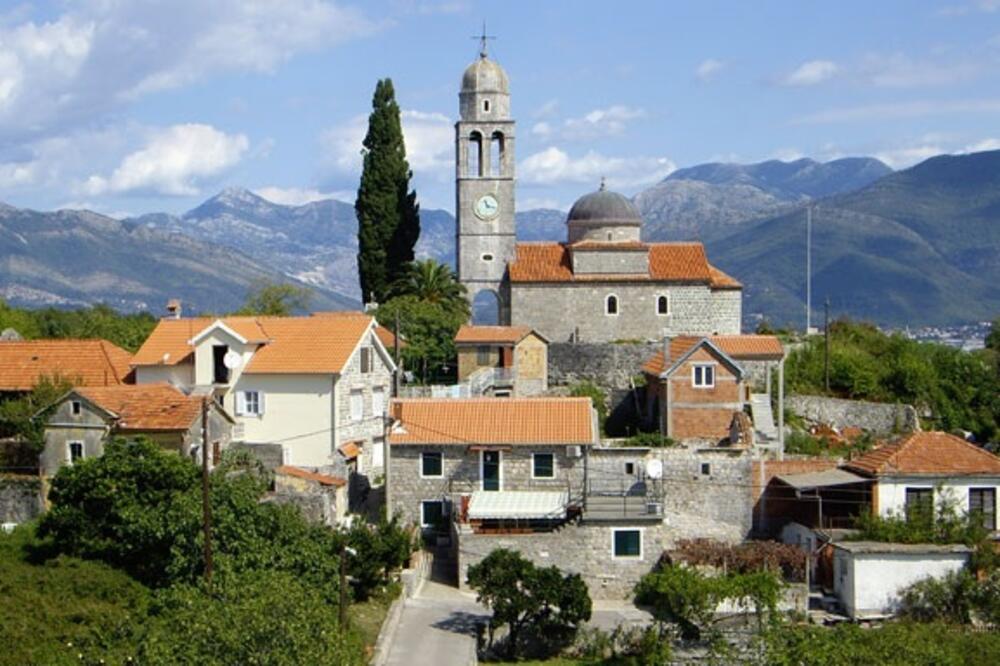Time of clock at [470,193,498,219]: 11:17
